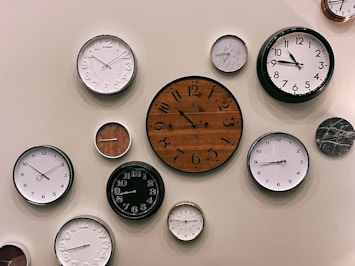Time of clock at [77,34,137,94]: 10:09
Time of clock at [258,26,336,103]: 10:45
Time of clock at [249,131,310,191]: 8:43
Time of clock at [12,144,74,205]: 10:09
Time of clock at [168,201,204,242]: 2:45
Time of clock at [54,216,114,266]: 8:43
